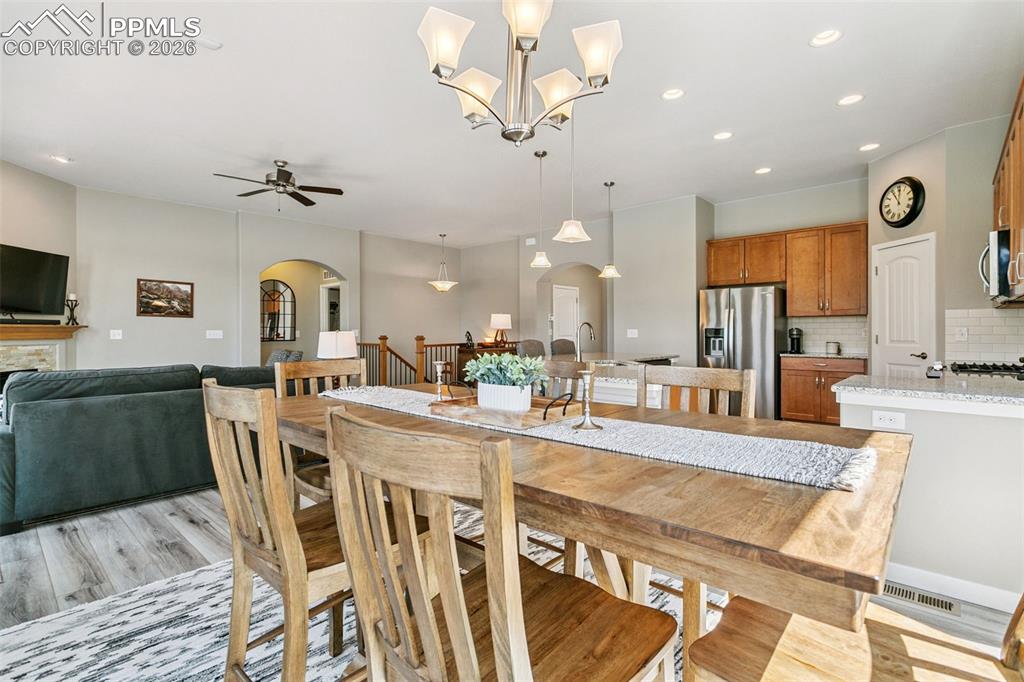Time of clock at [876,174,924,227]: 11:01
